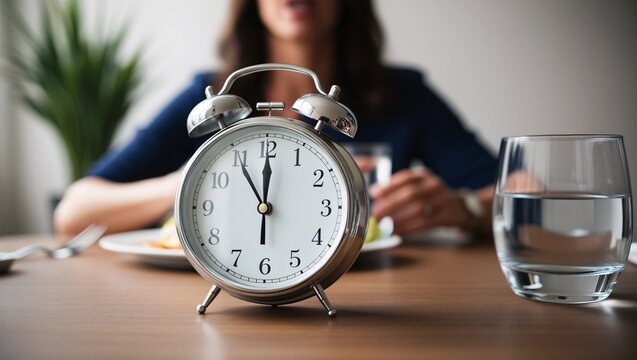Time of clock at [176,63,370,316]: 11:00
